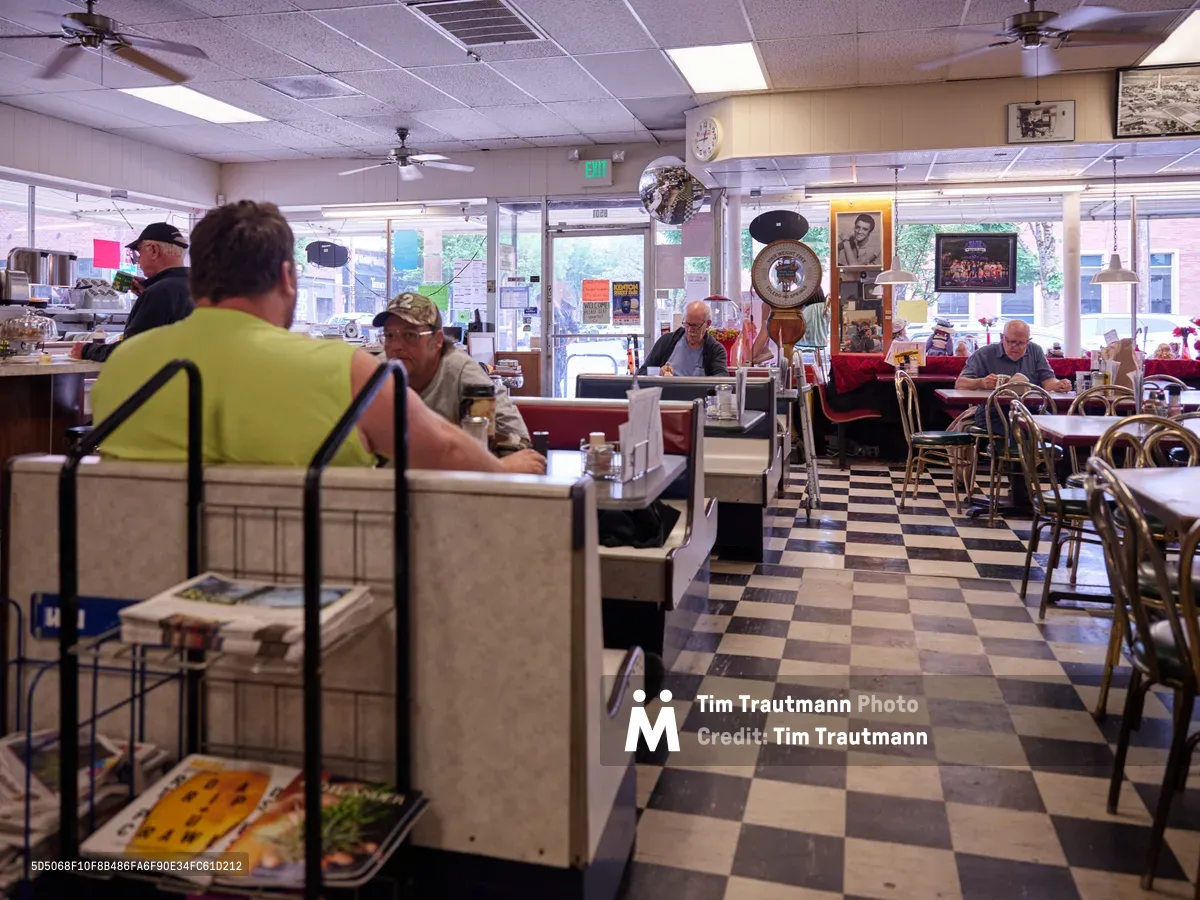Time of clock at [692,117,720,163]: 9:01
